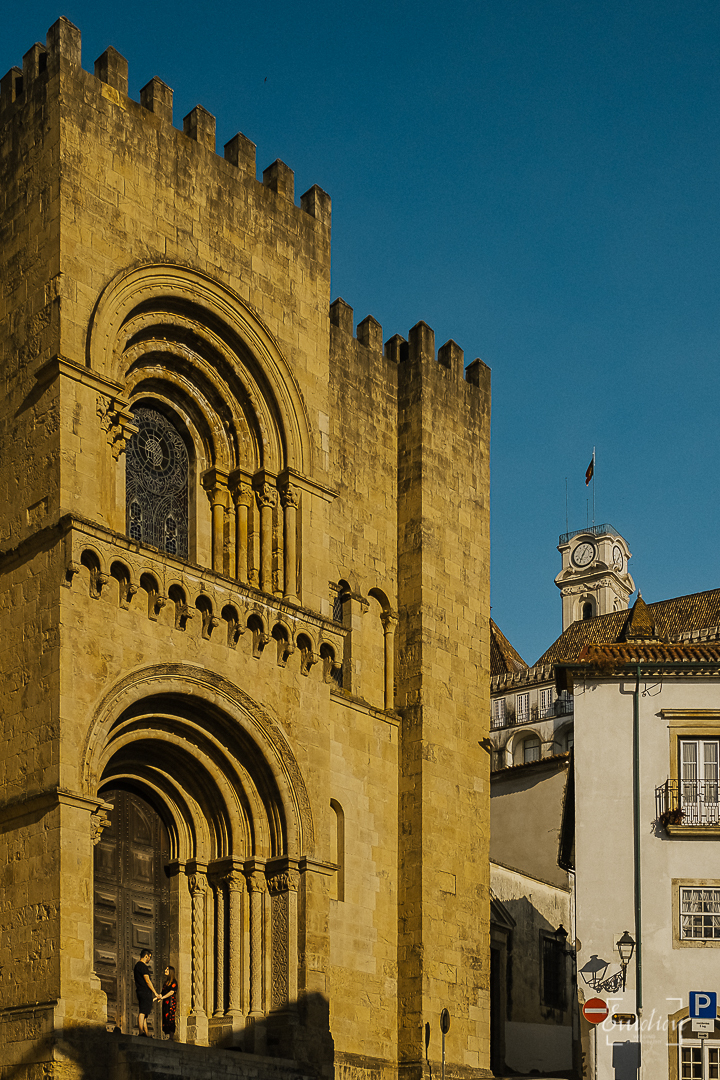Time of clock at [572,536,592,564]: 7:05
